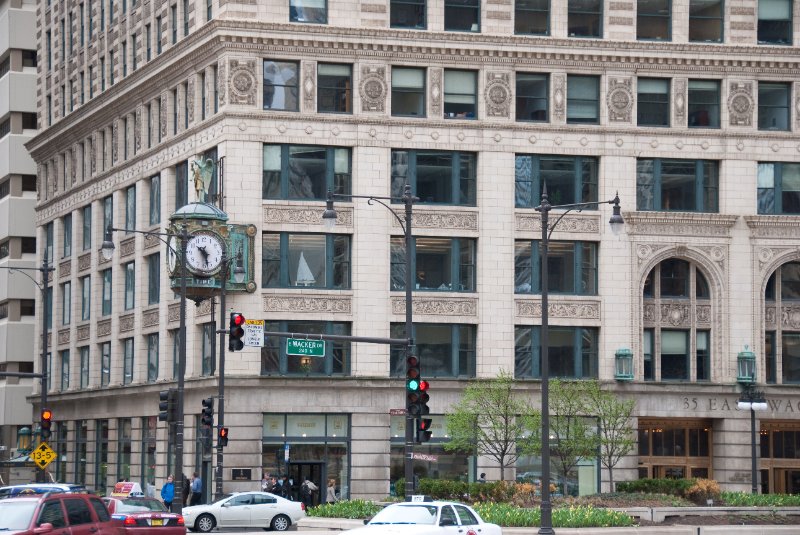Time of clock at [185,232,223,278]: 10:28
